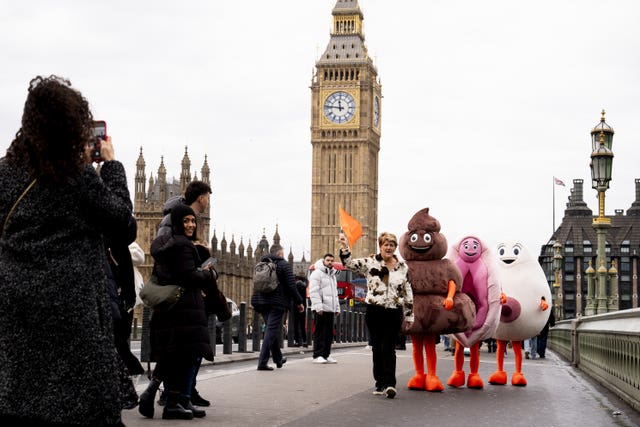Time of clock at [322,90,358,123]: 11:46
